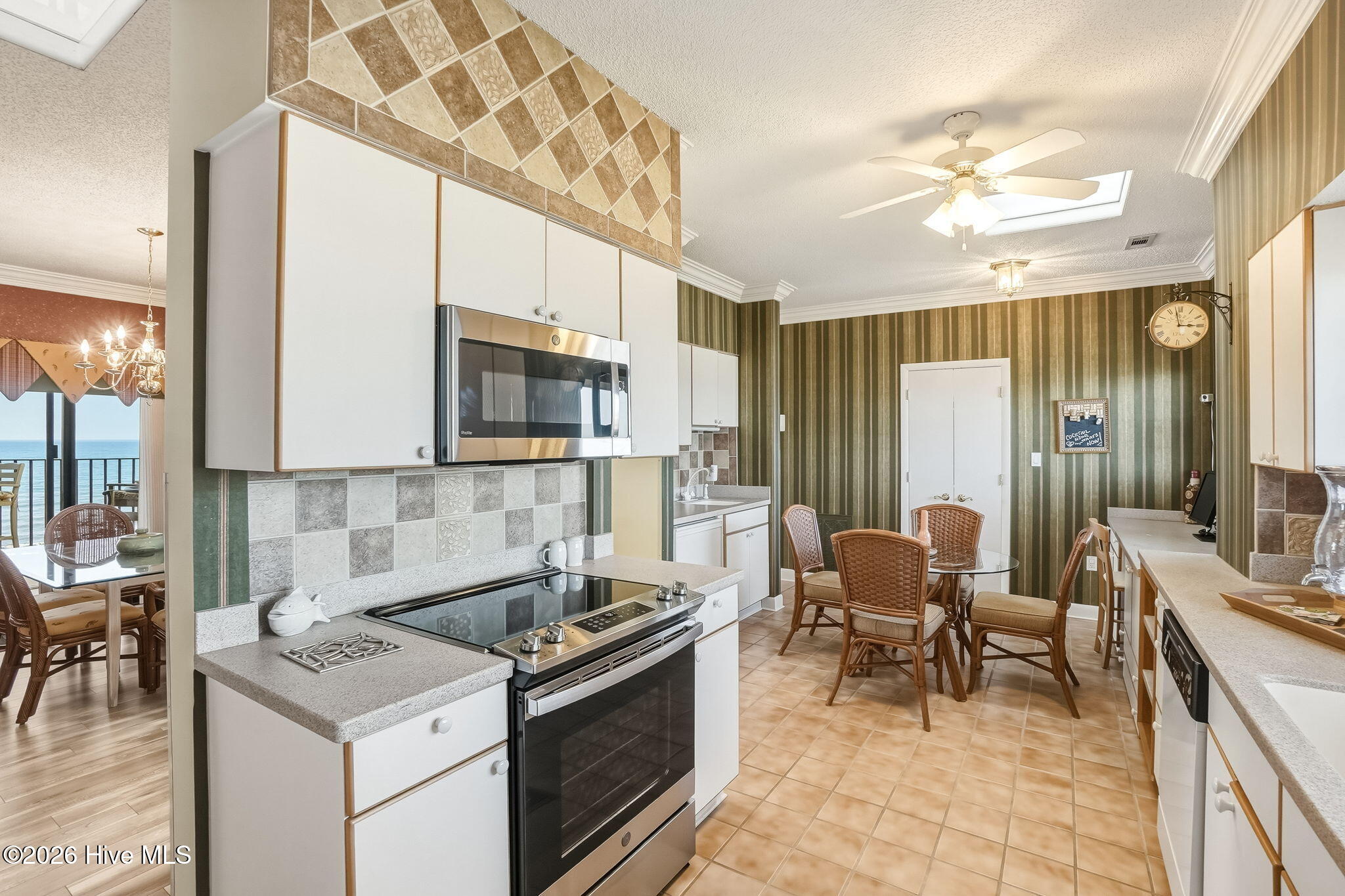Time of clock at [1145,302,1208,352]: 2:57
